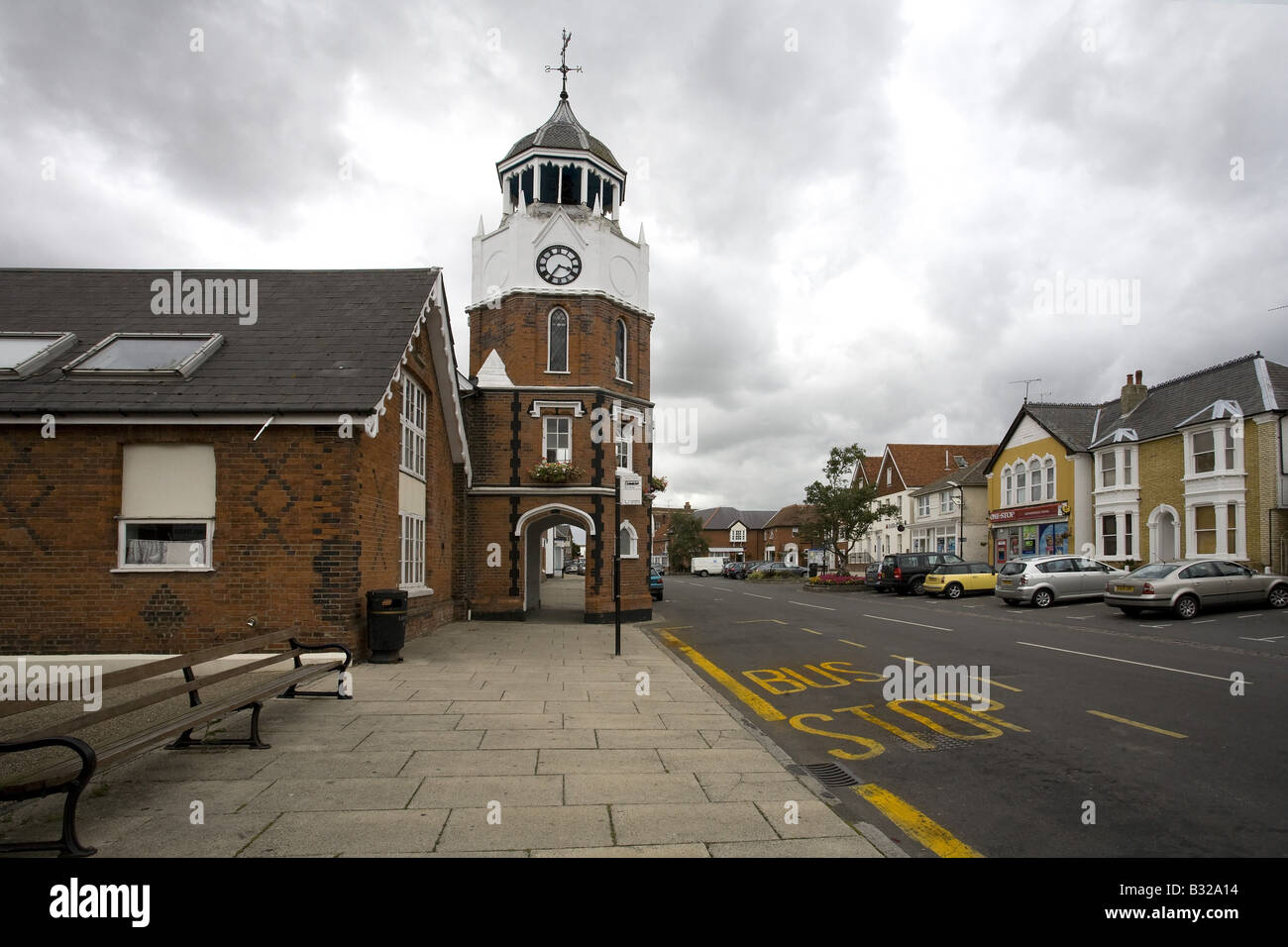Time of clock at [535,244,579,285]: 3:36
